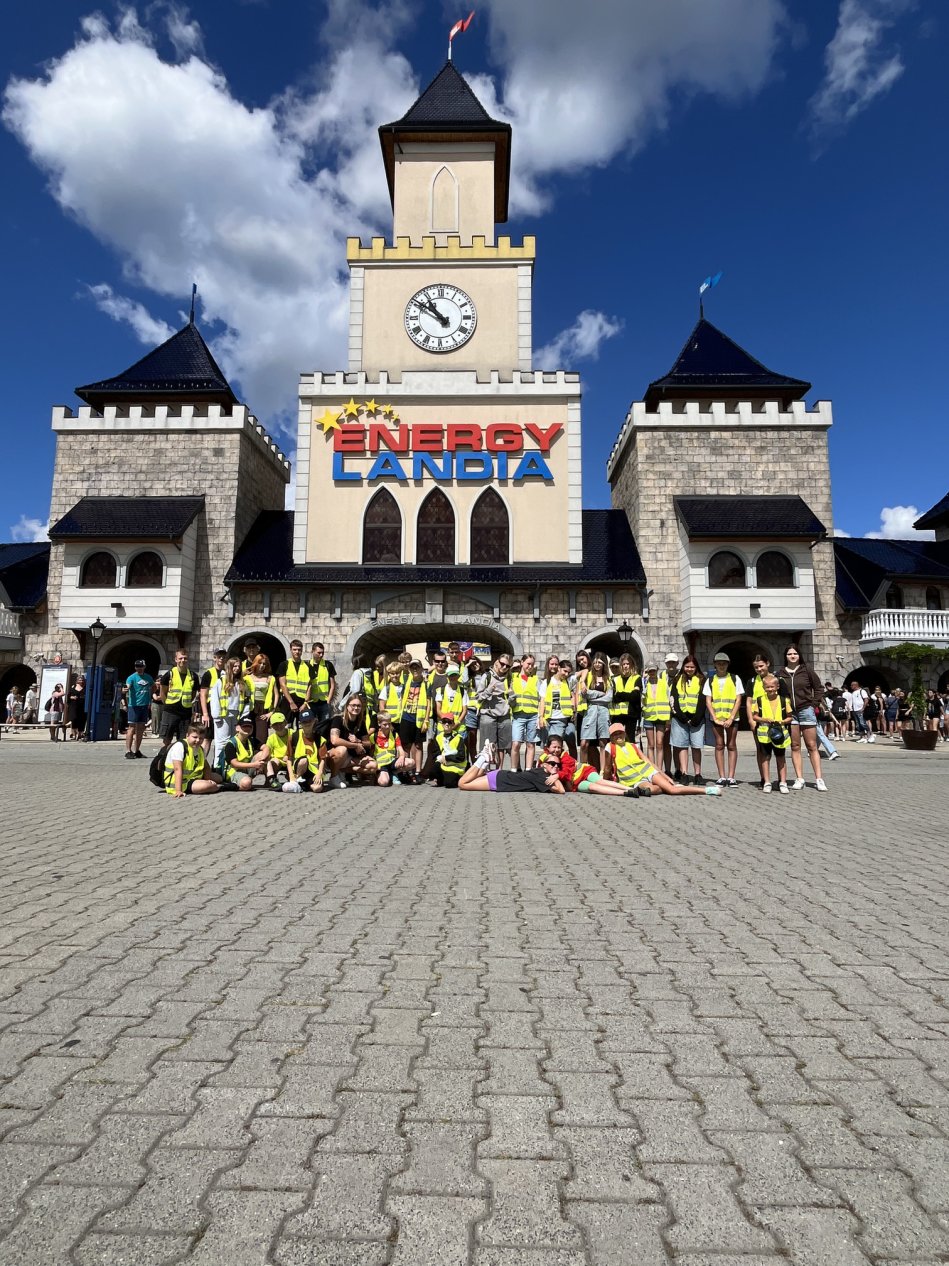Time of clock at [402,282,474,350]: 10:50
